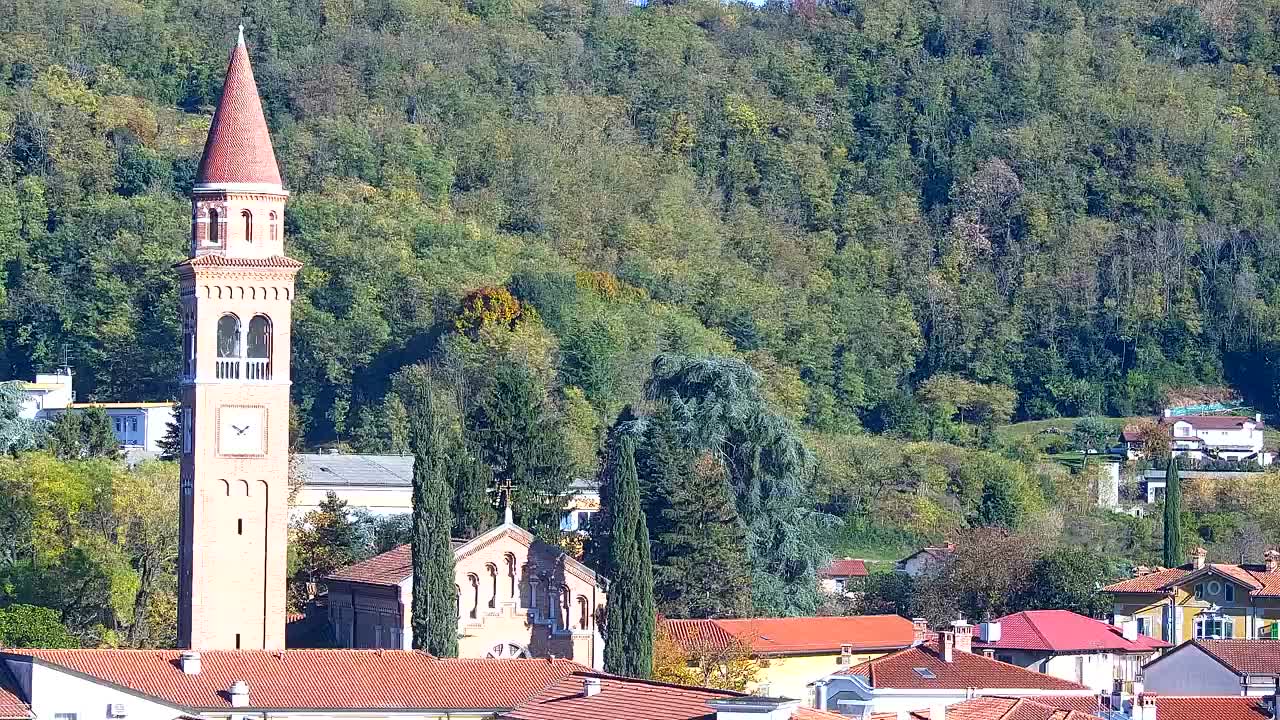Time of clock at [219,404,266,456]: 1:50
